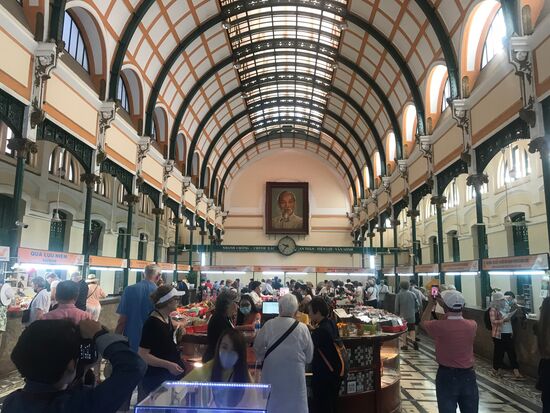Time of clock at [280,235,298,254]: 9:36
